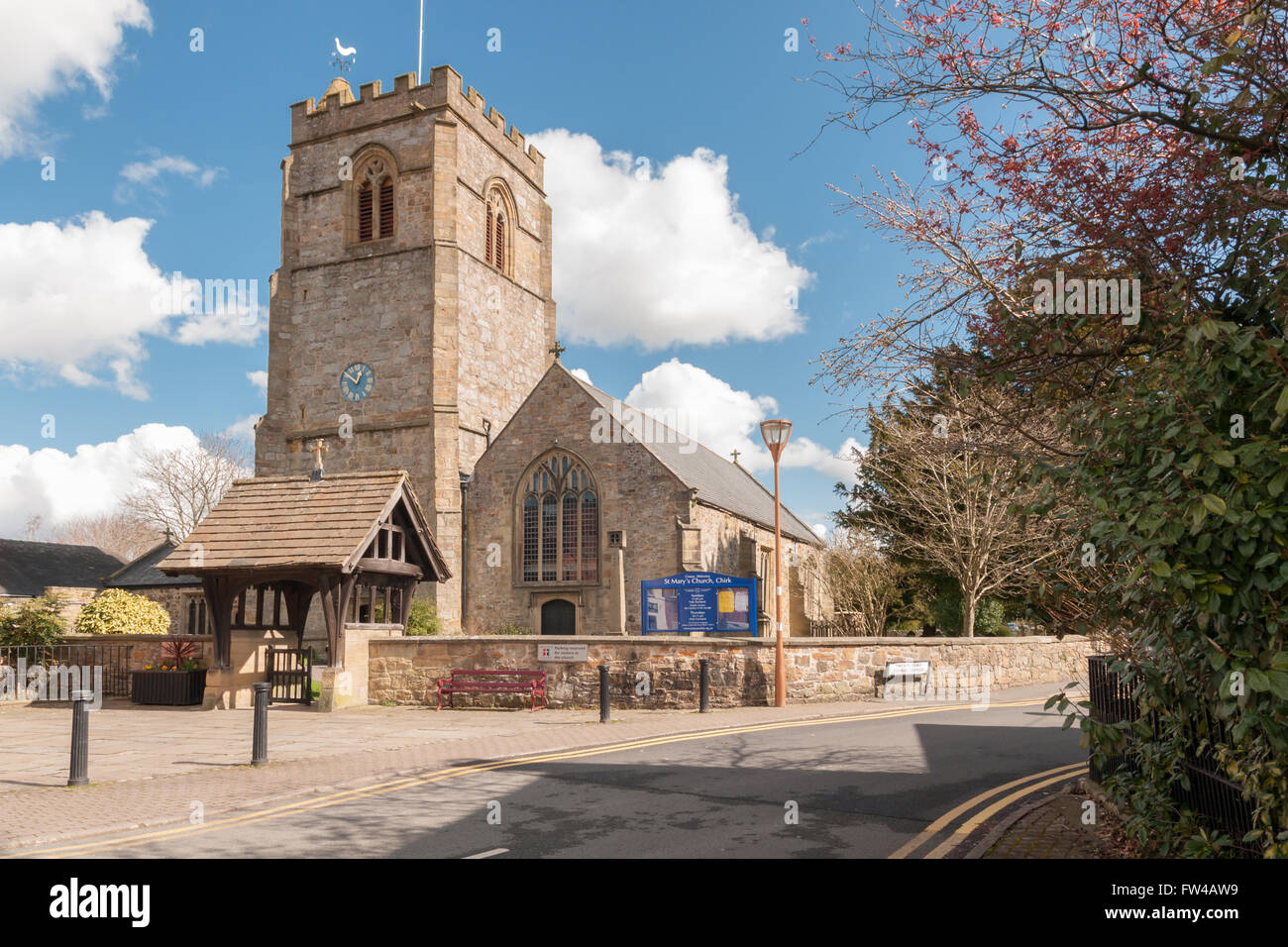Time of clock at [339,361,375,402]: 12:50
